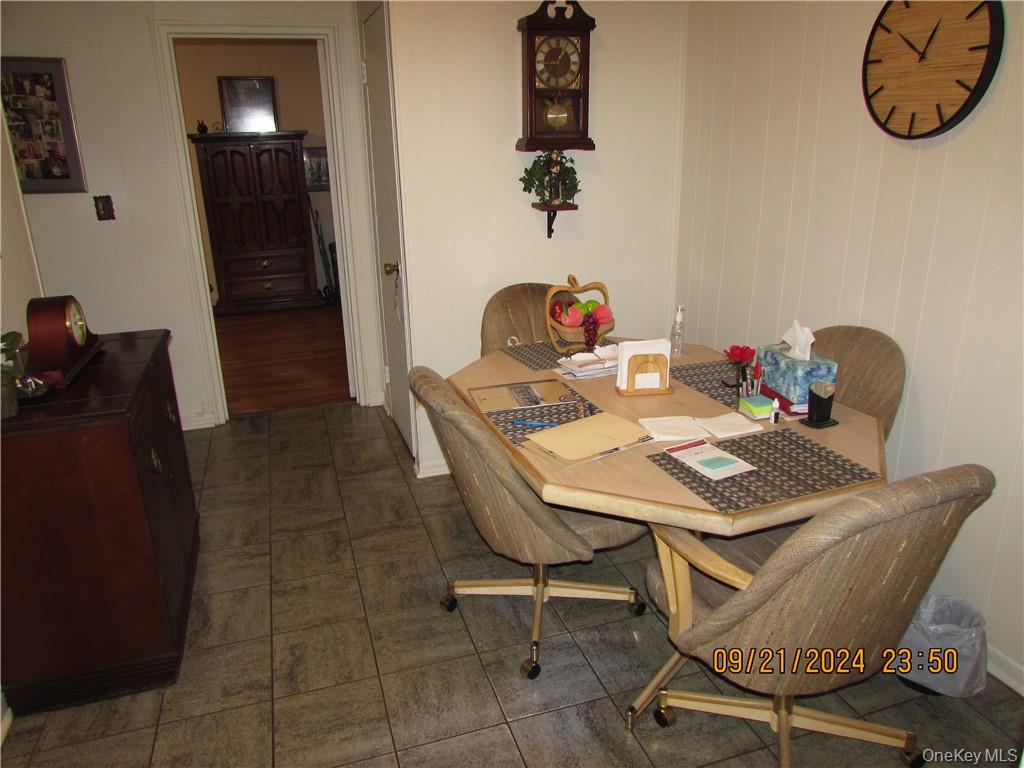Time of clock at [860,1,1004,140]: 12:50
